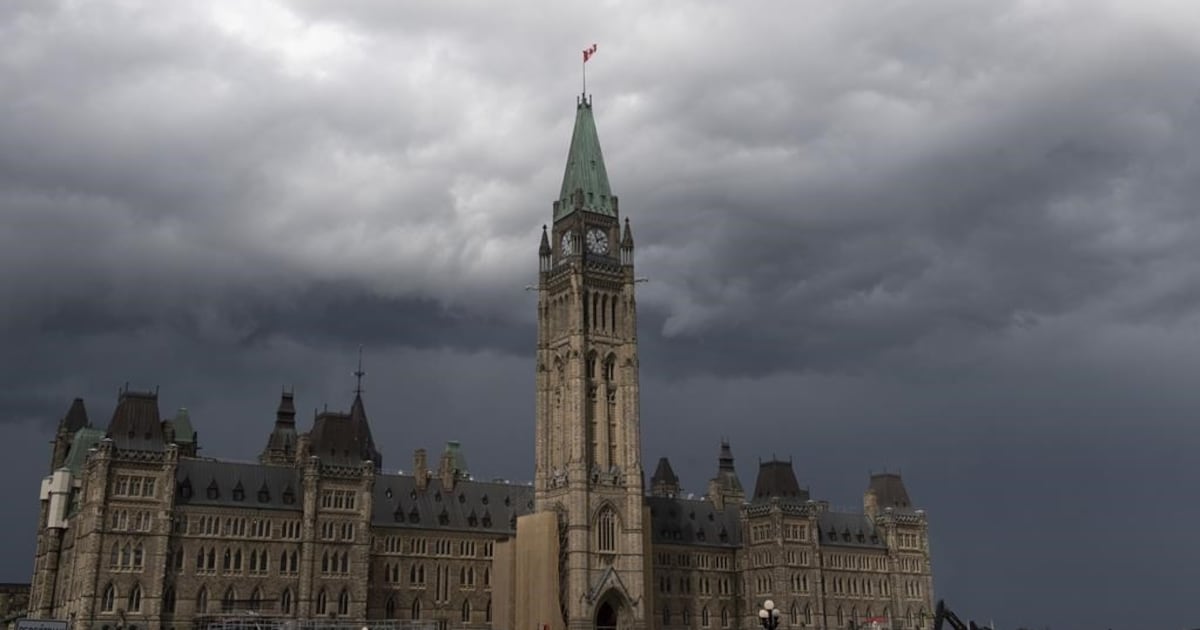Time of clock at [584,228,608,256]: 1:56
